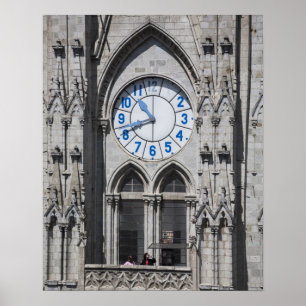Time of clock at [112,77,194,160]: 10:41
